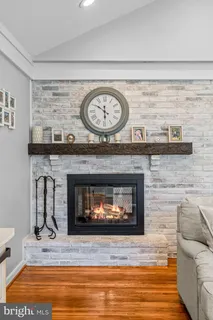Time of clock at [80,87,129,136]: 5:50
